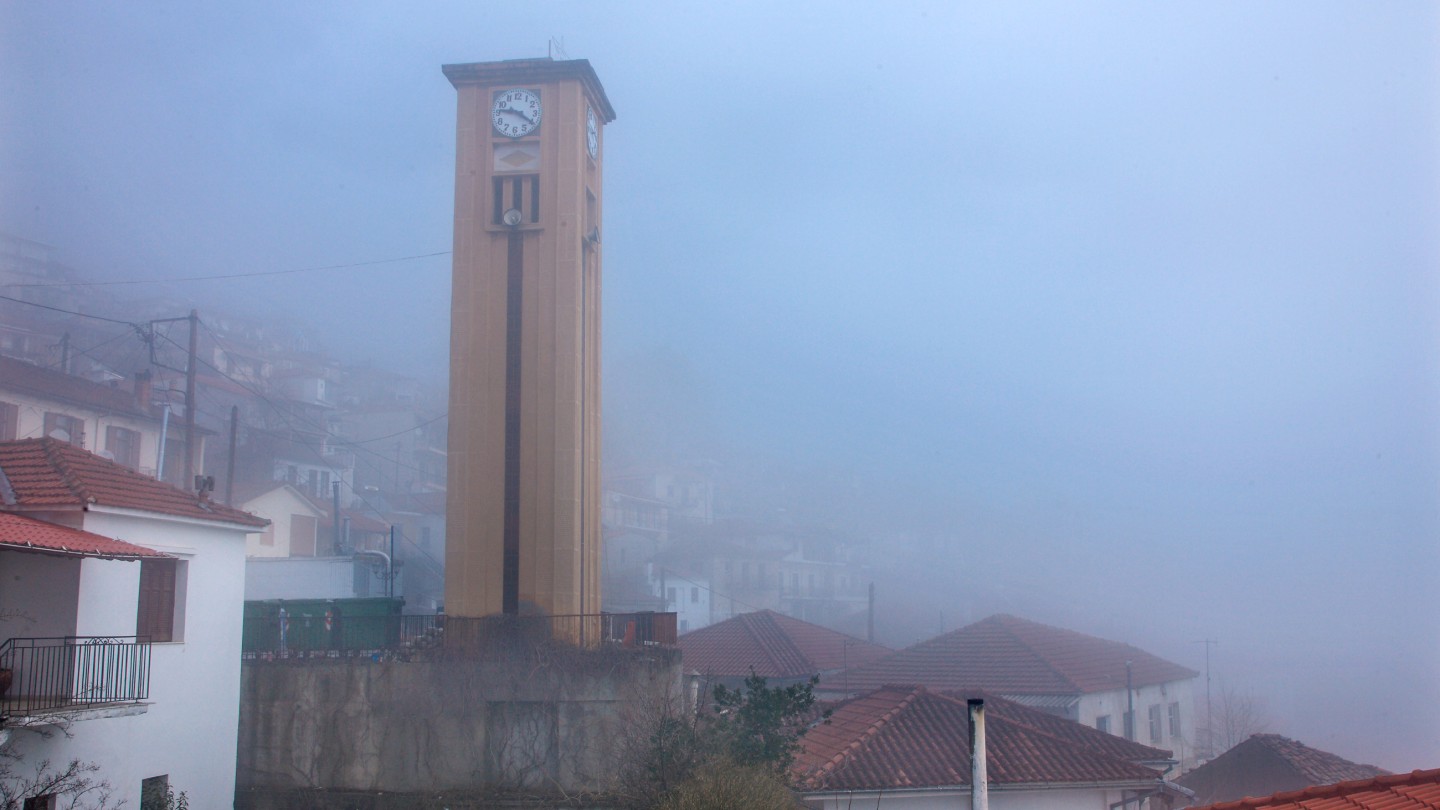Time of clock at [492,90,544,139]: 9:20
